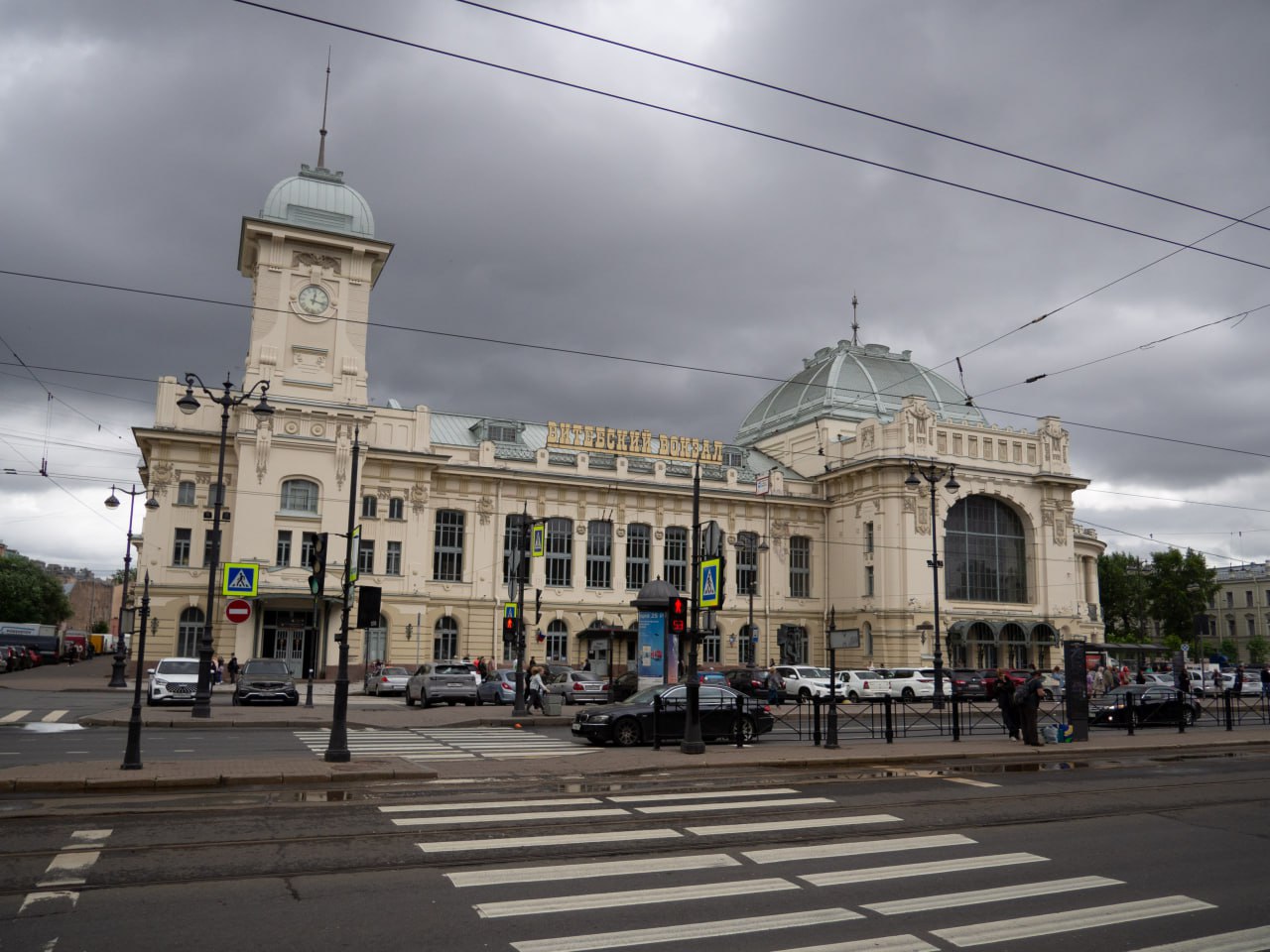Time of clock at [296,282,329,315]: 12:17
